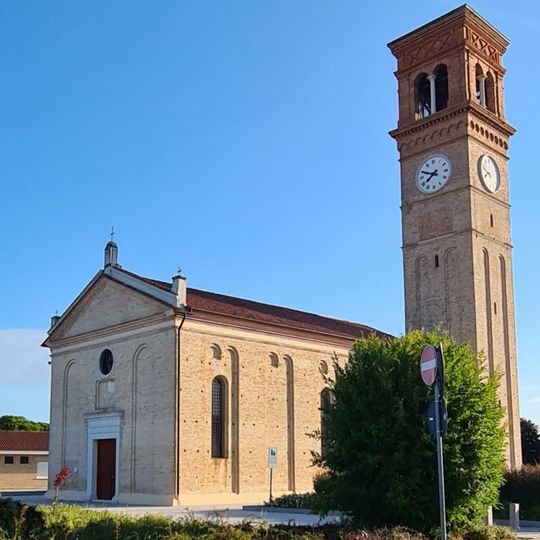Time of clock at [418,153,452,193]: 7:49
